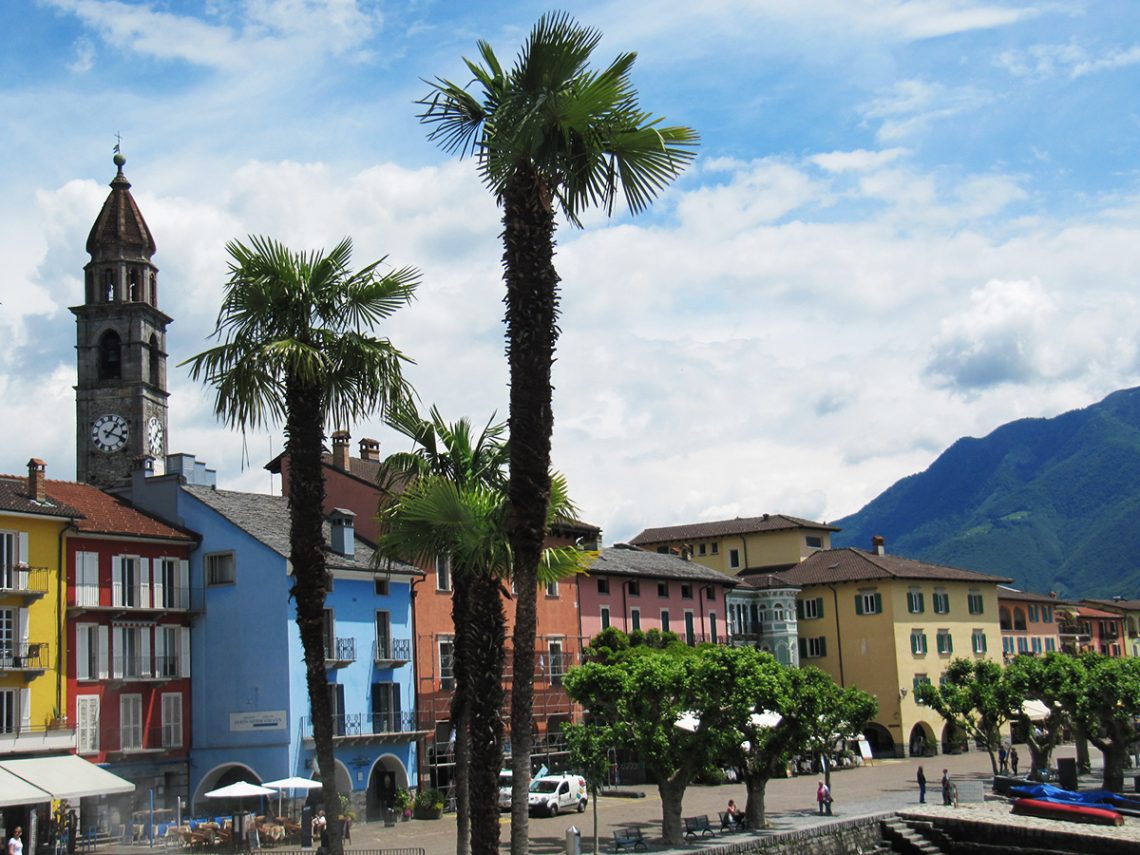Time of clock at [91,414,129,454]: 1:18
